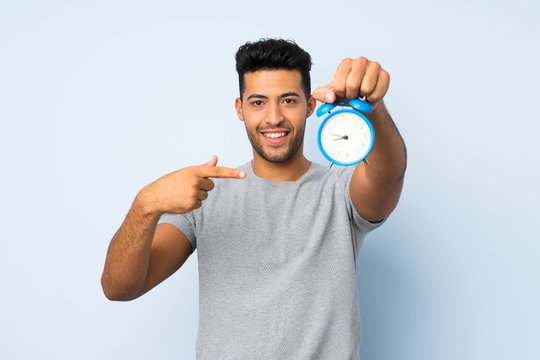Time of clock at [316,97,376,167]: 8:47
